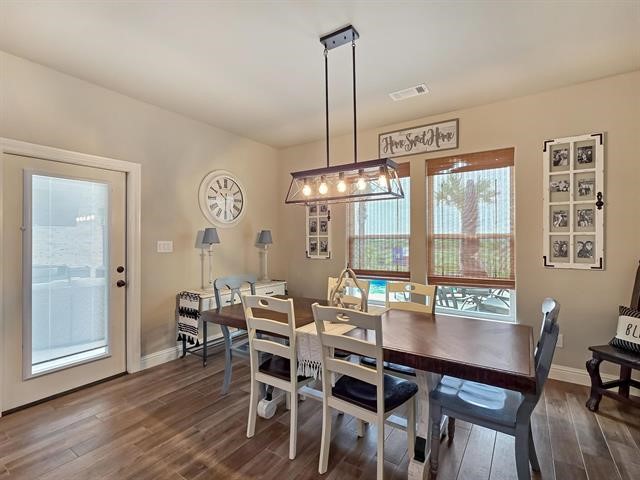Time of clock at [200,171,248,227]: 10:30
